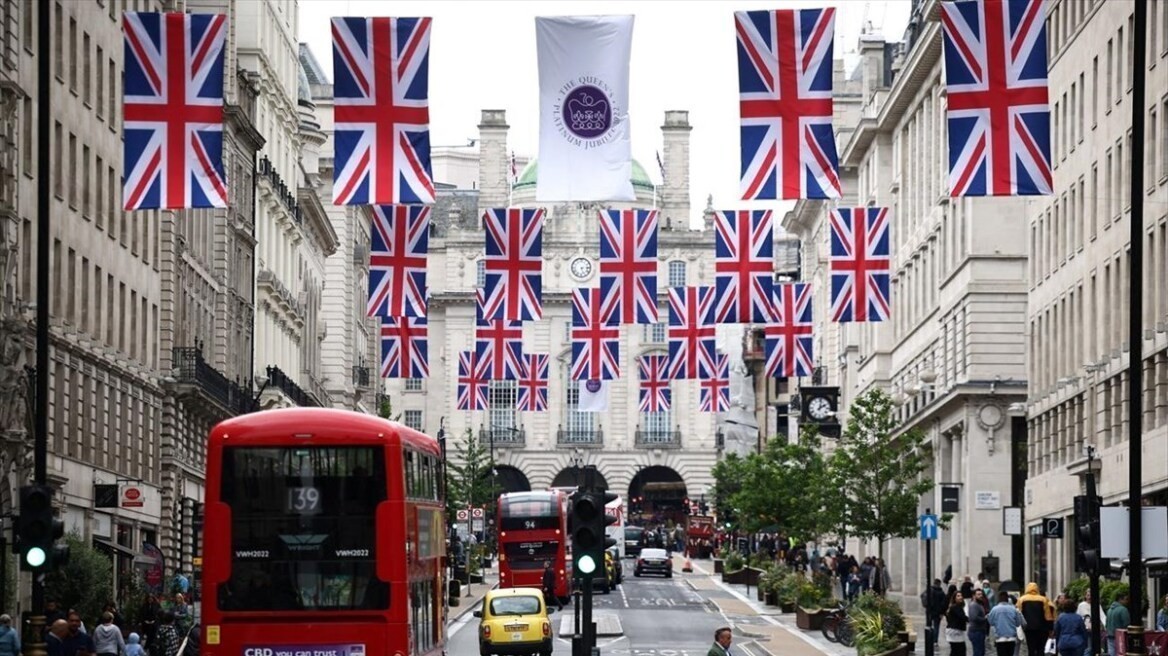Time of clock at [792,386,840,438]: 2:02
